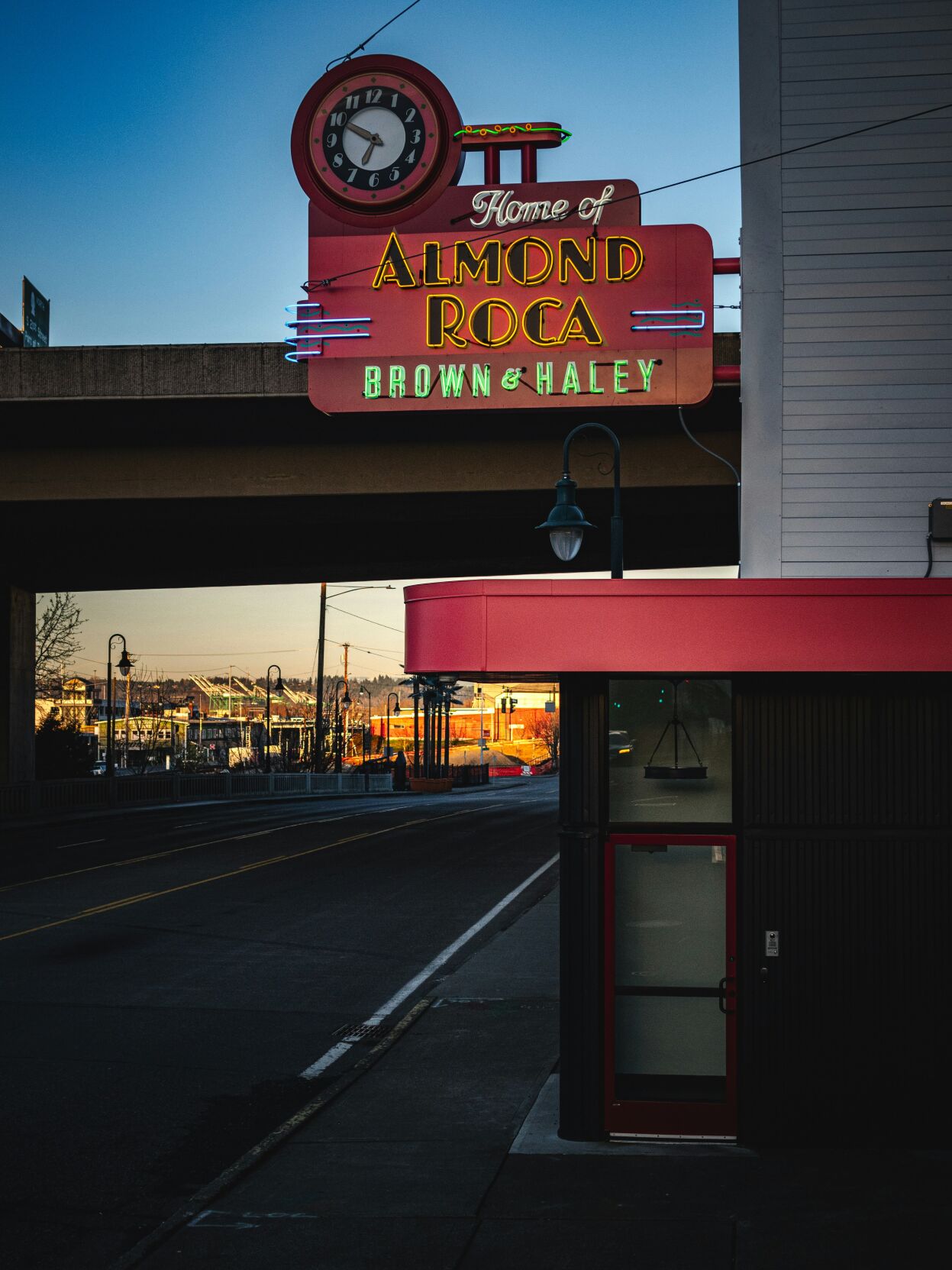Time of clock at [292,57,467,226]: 6:49
